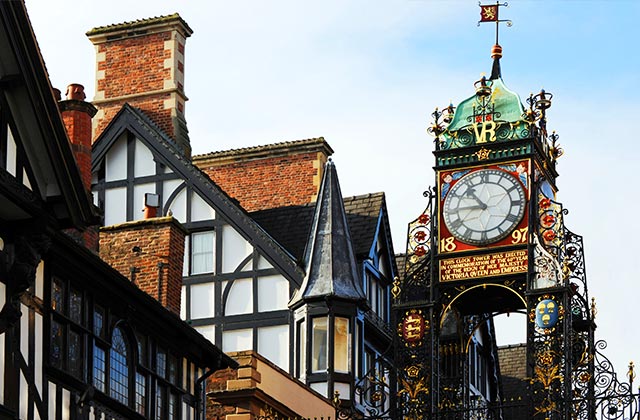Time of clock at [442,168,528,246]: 10:45
